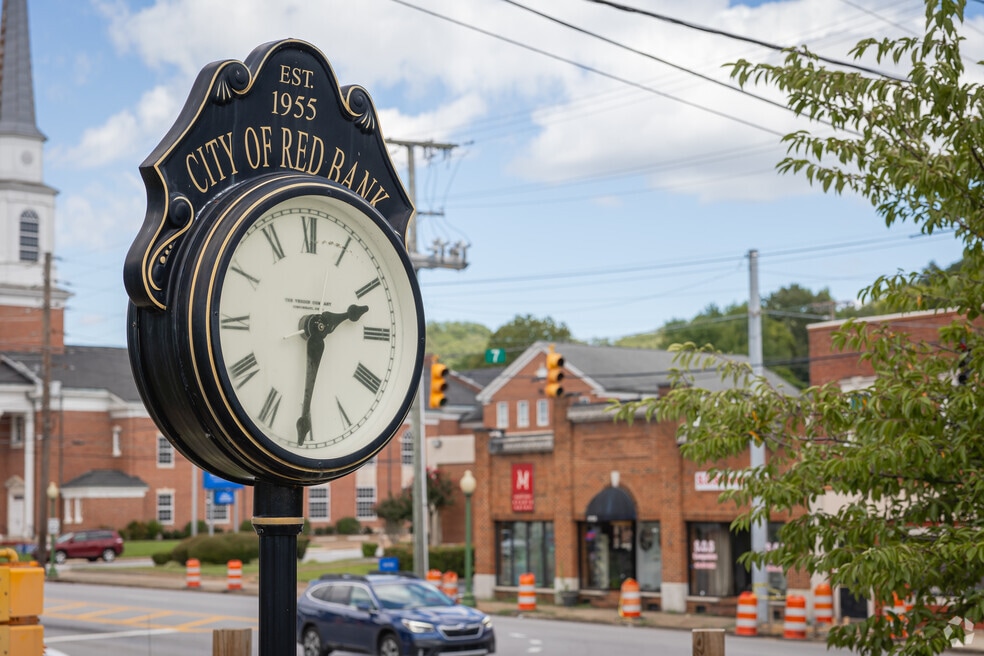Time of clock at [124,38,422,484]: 2:30
